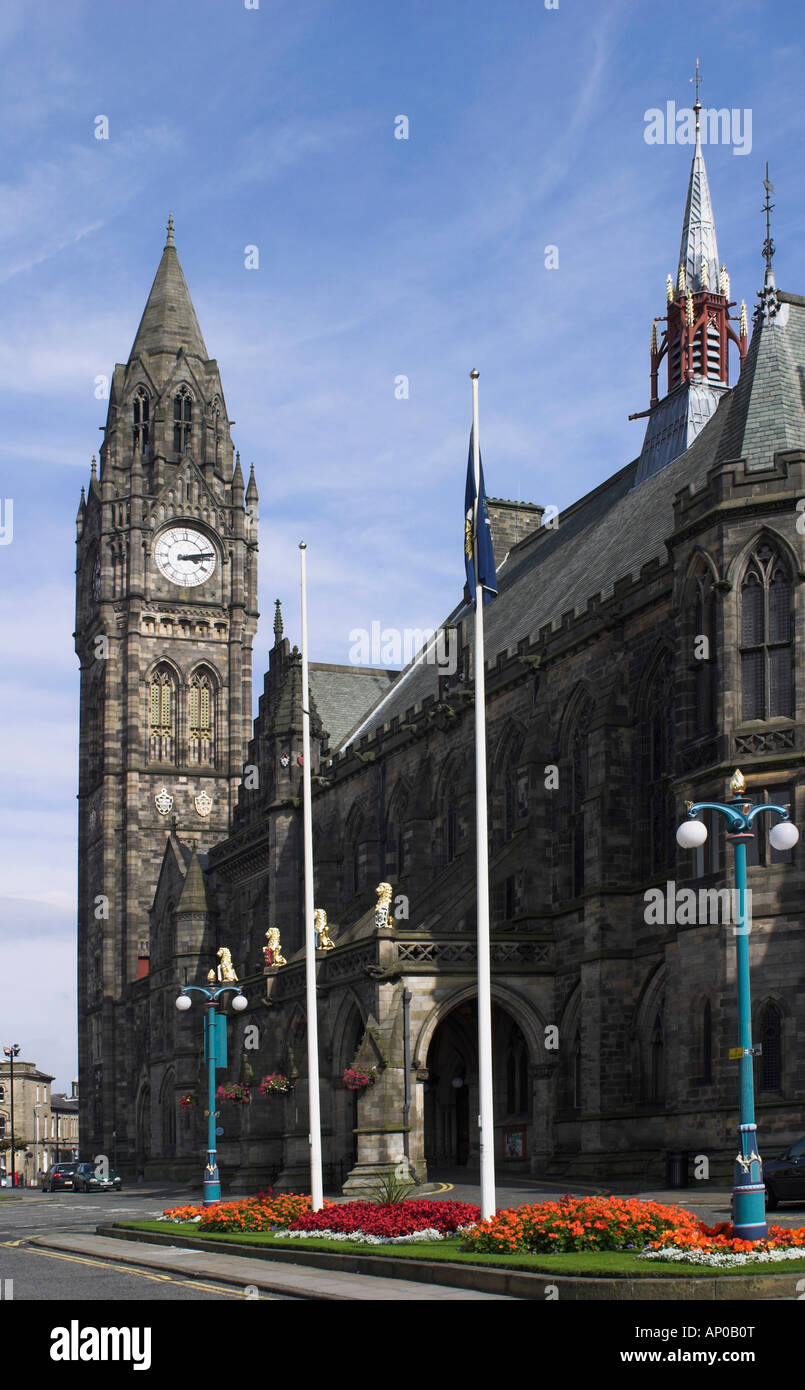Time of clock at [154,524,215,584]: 3:13
